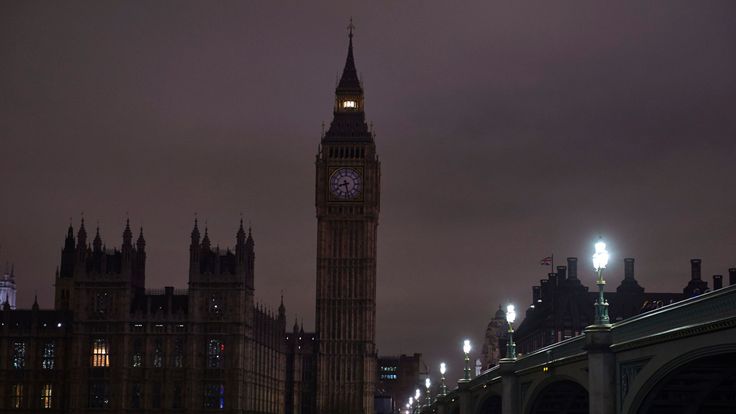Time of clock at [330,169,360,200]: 8:28
